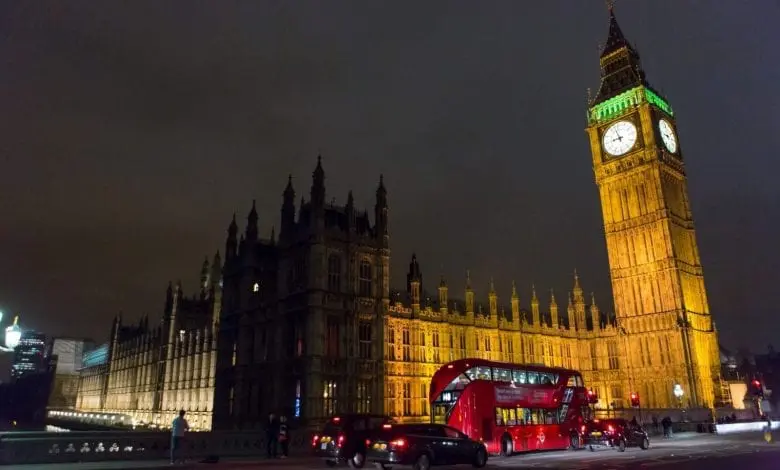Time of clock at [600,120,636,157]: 8:57
